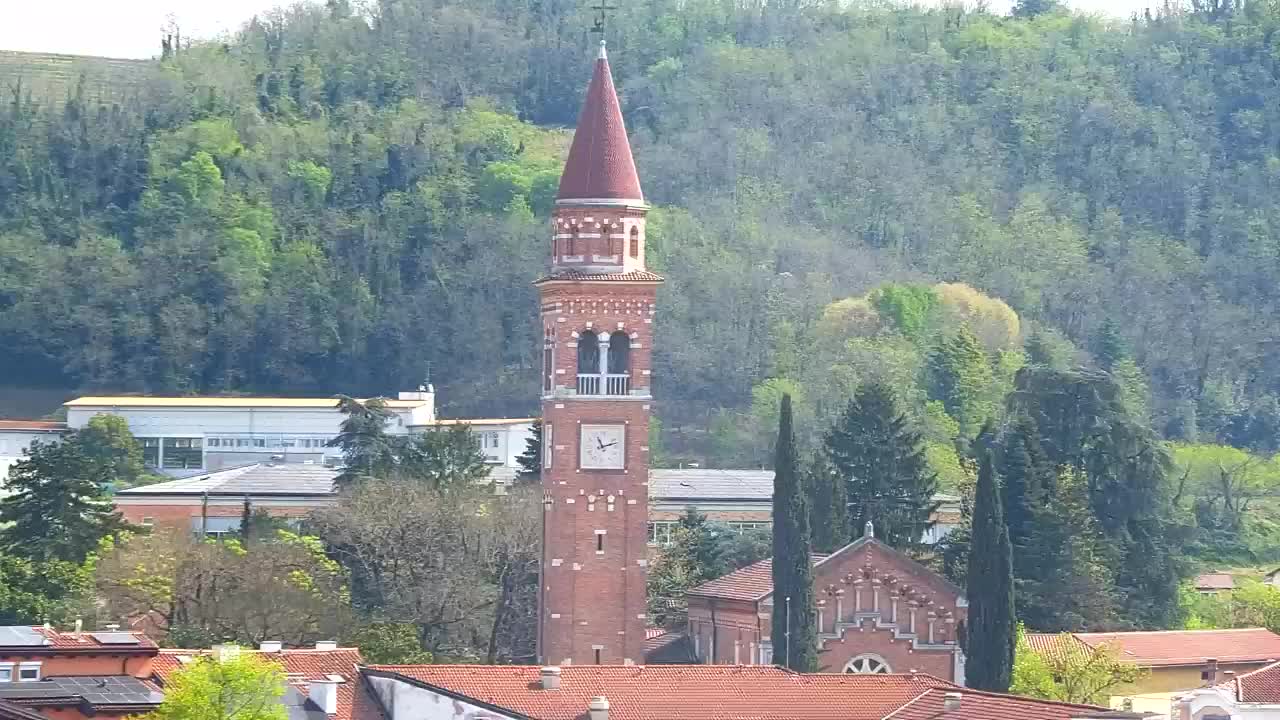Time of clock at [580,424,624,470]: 11:12
